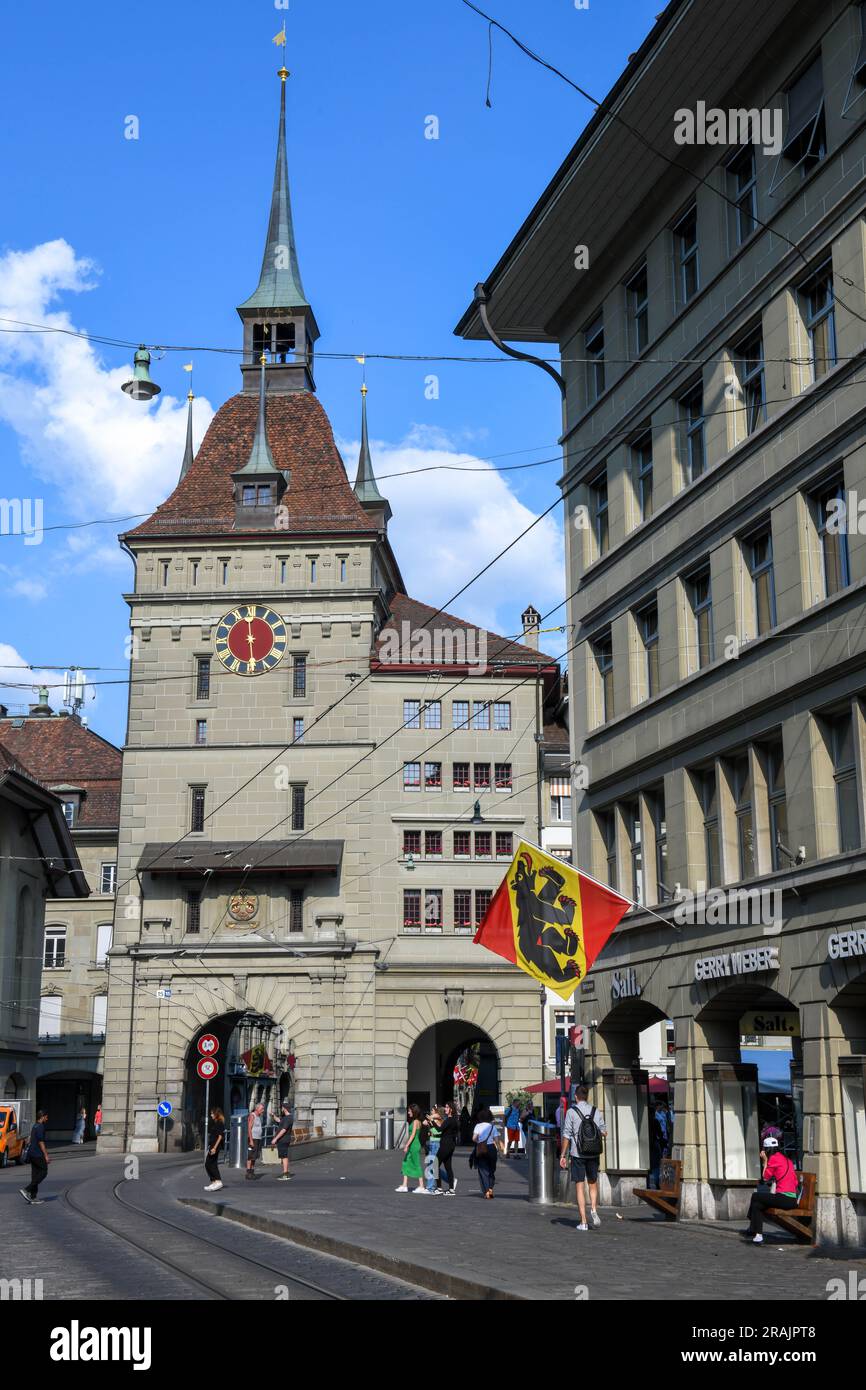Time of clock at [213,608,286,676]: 5:59
